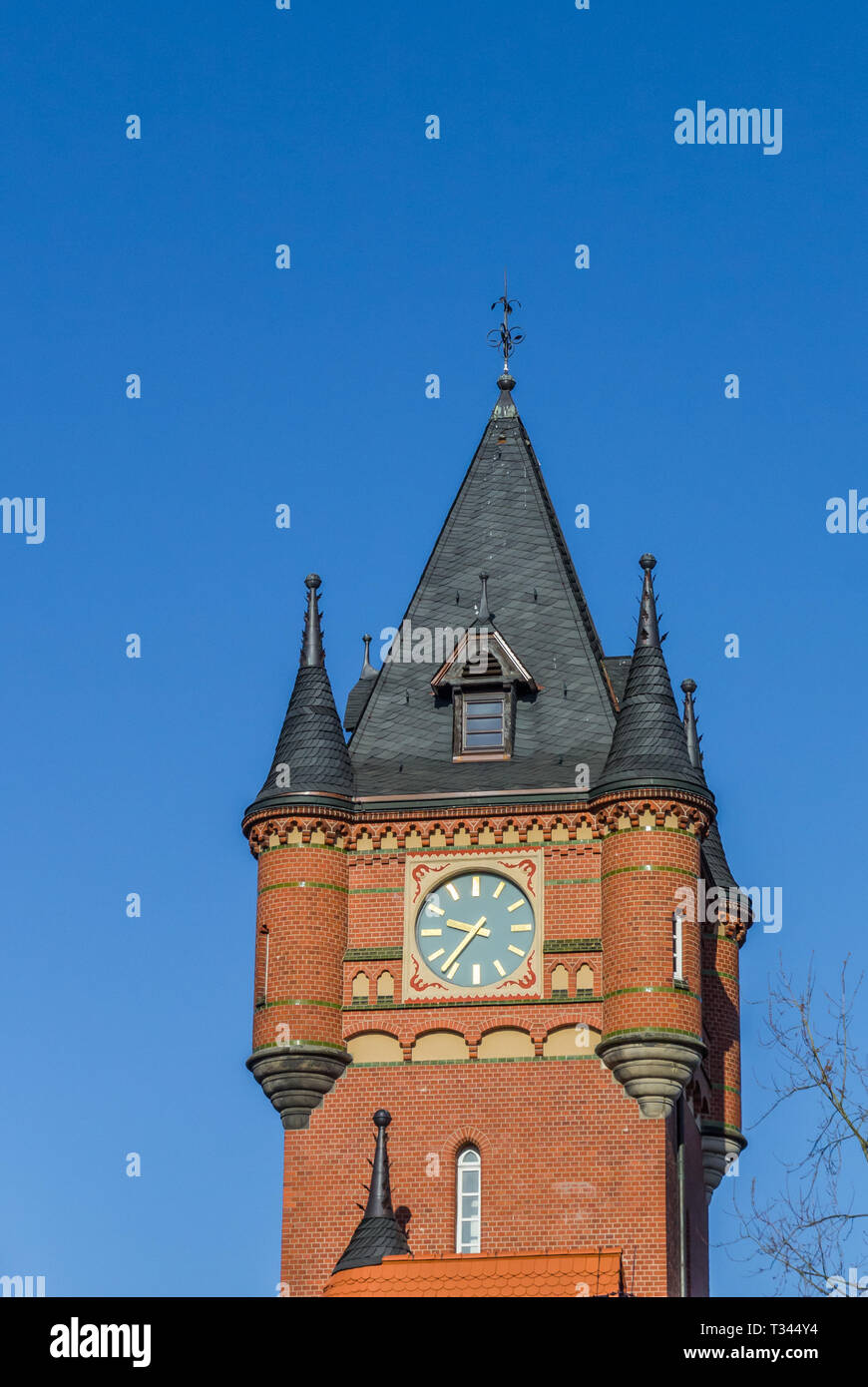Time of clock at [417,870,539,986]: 9:36
